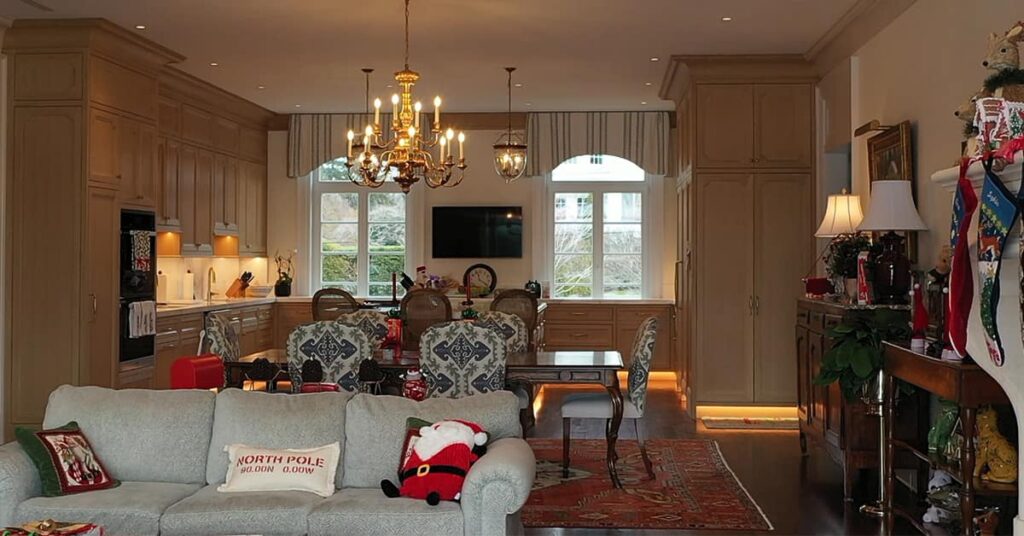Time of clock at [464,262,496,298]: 11:19
